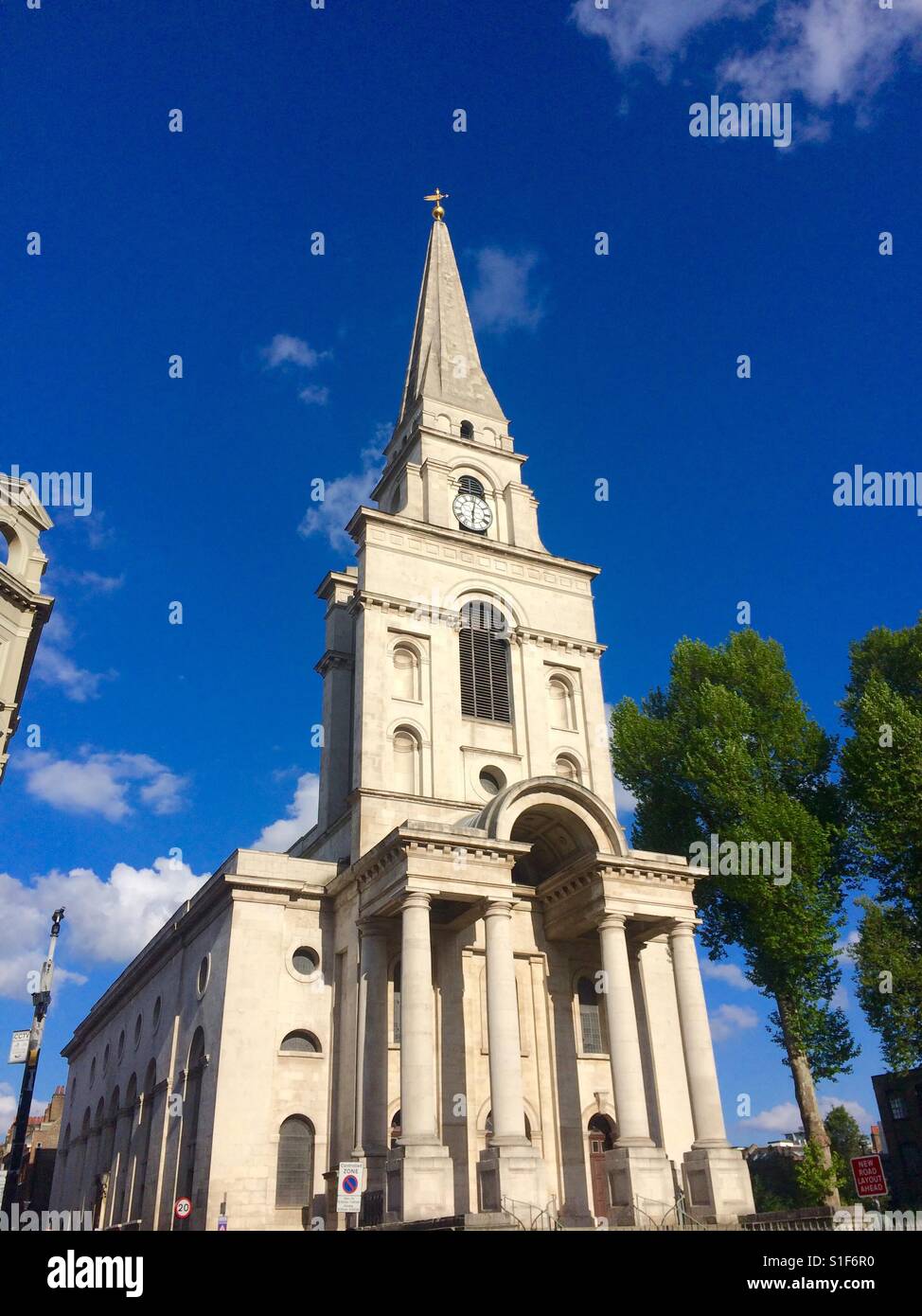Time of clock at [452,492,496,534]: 6:02
